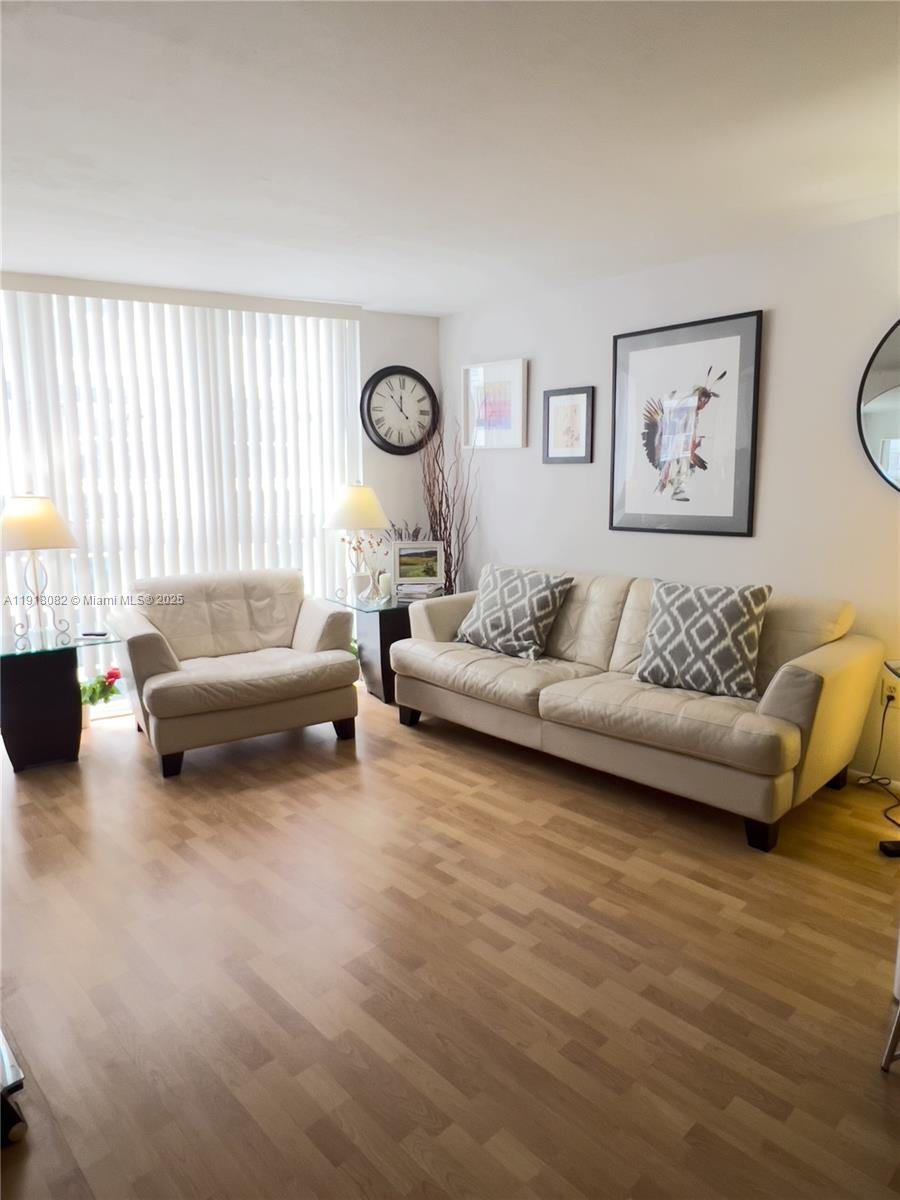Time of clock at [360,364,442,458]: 11:52
